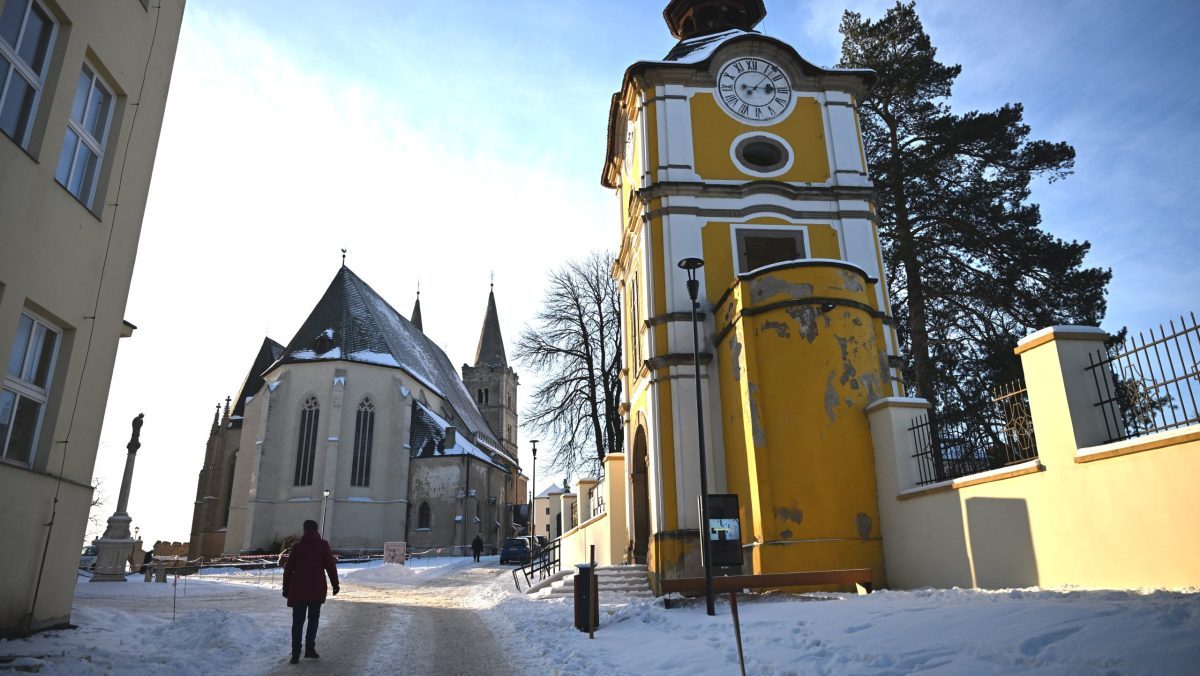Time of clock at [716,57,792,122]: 3:07
